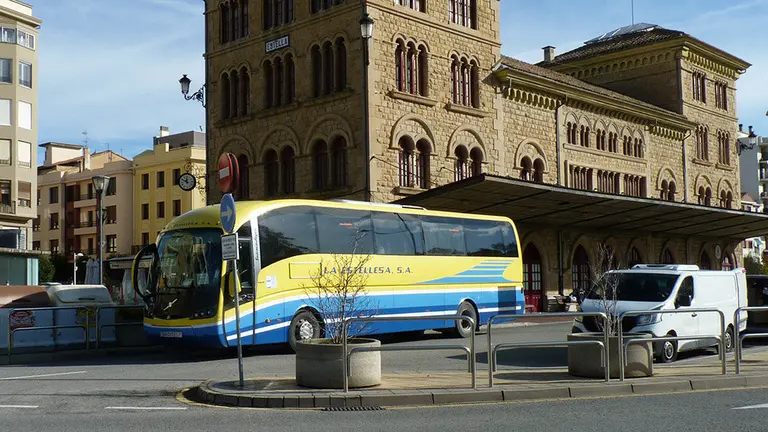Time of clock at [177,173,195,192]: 11:49
